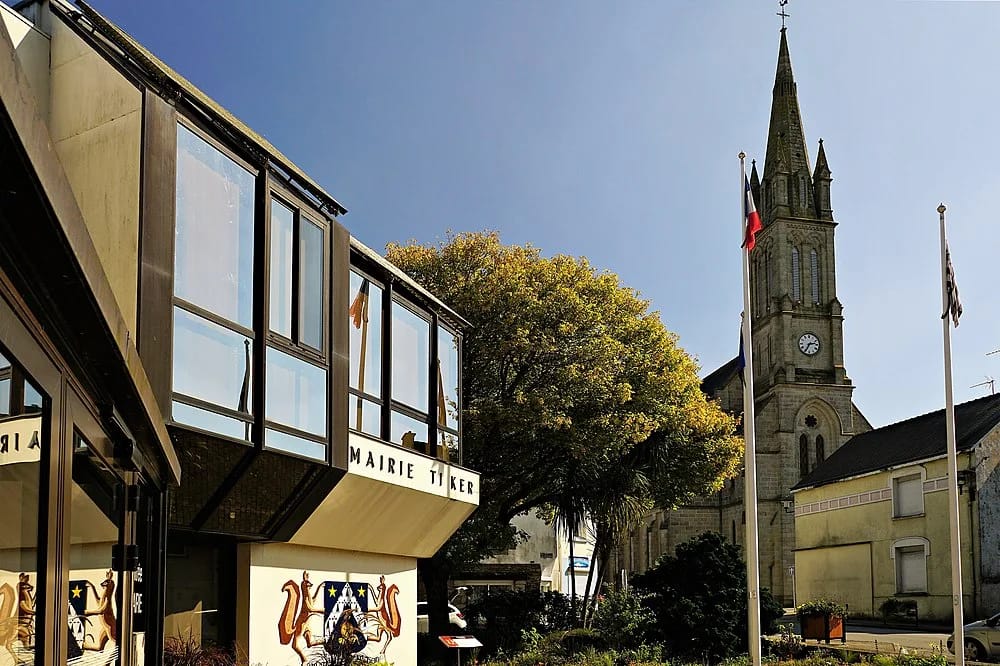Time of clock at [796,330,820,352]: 2:34
